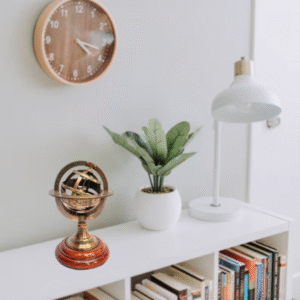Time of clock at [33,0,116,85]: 4:17
